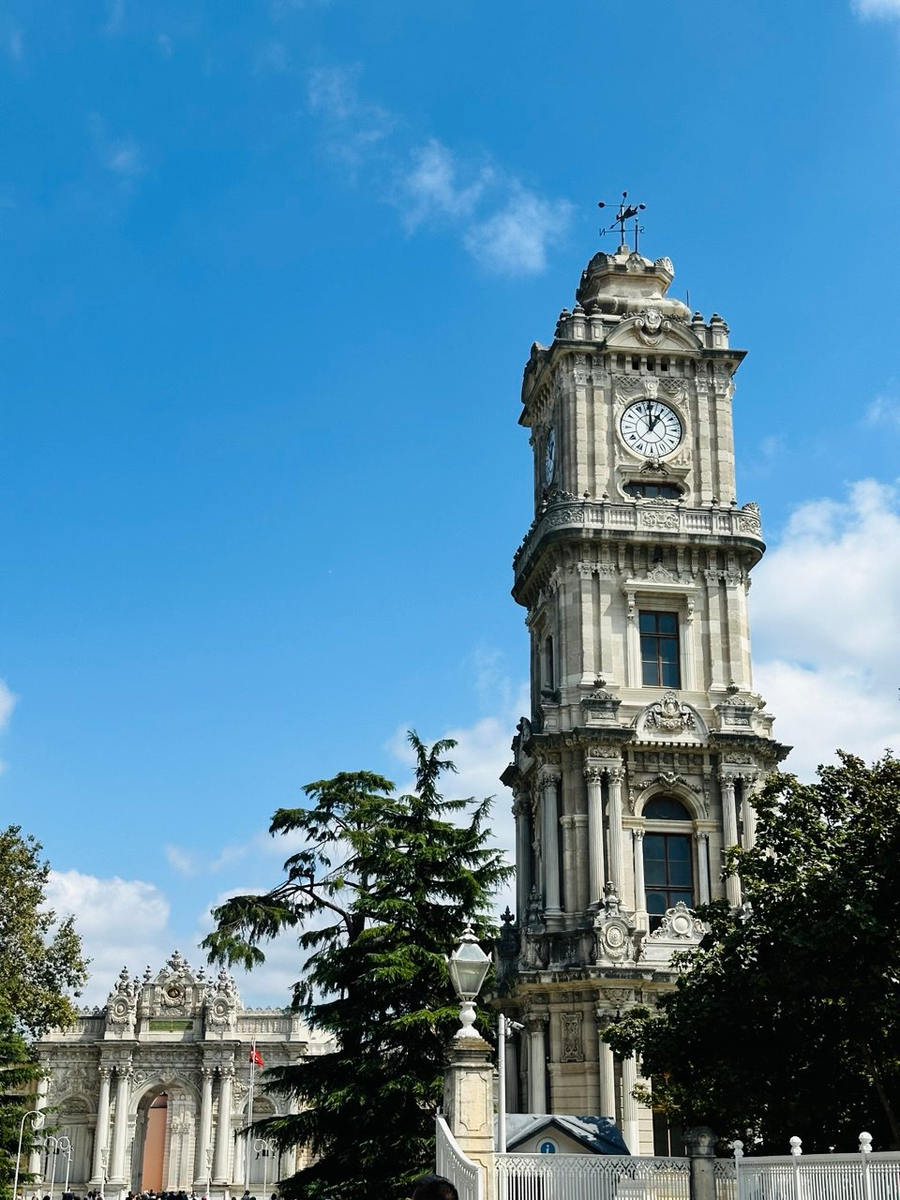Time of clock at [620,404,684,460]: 12:59
